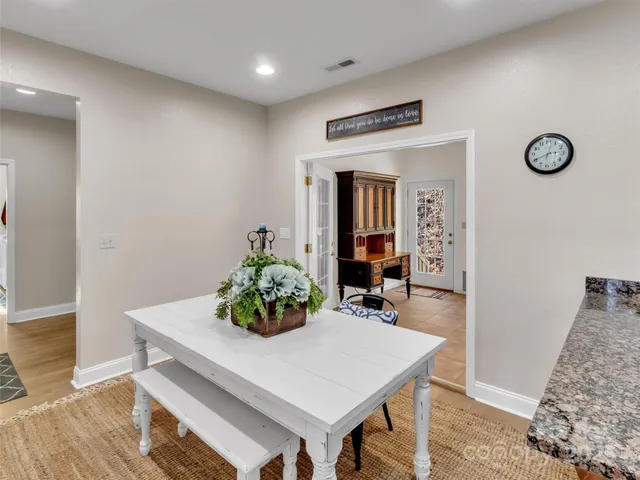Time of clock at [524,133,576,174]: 2:40
